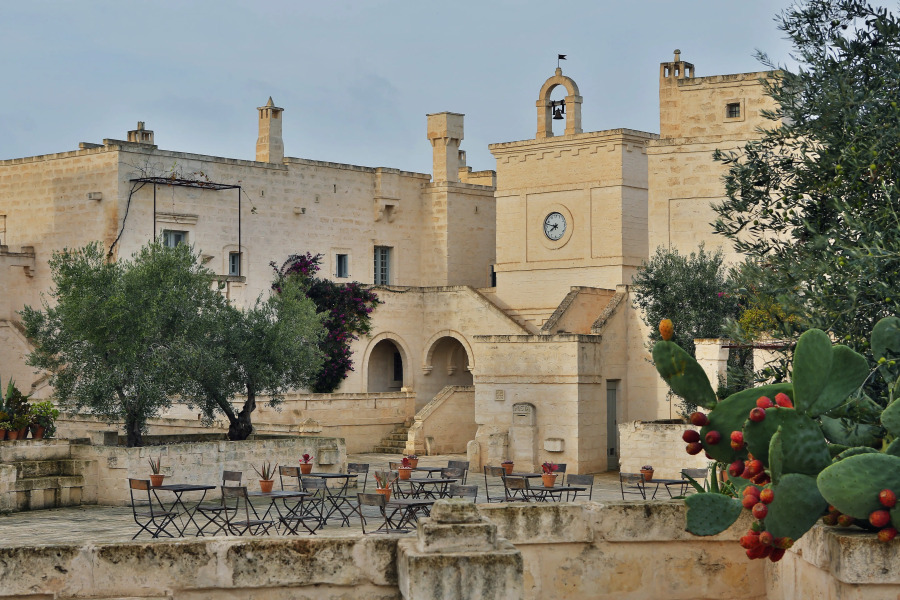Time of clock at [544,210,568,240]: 7:47
